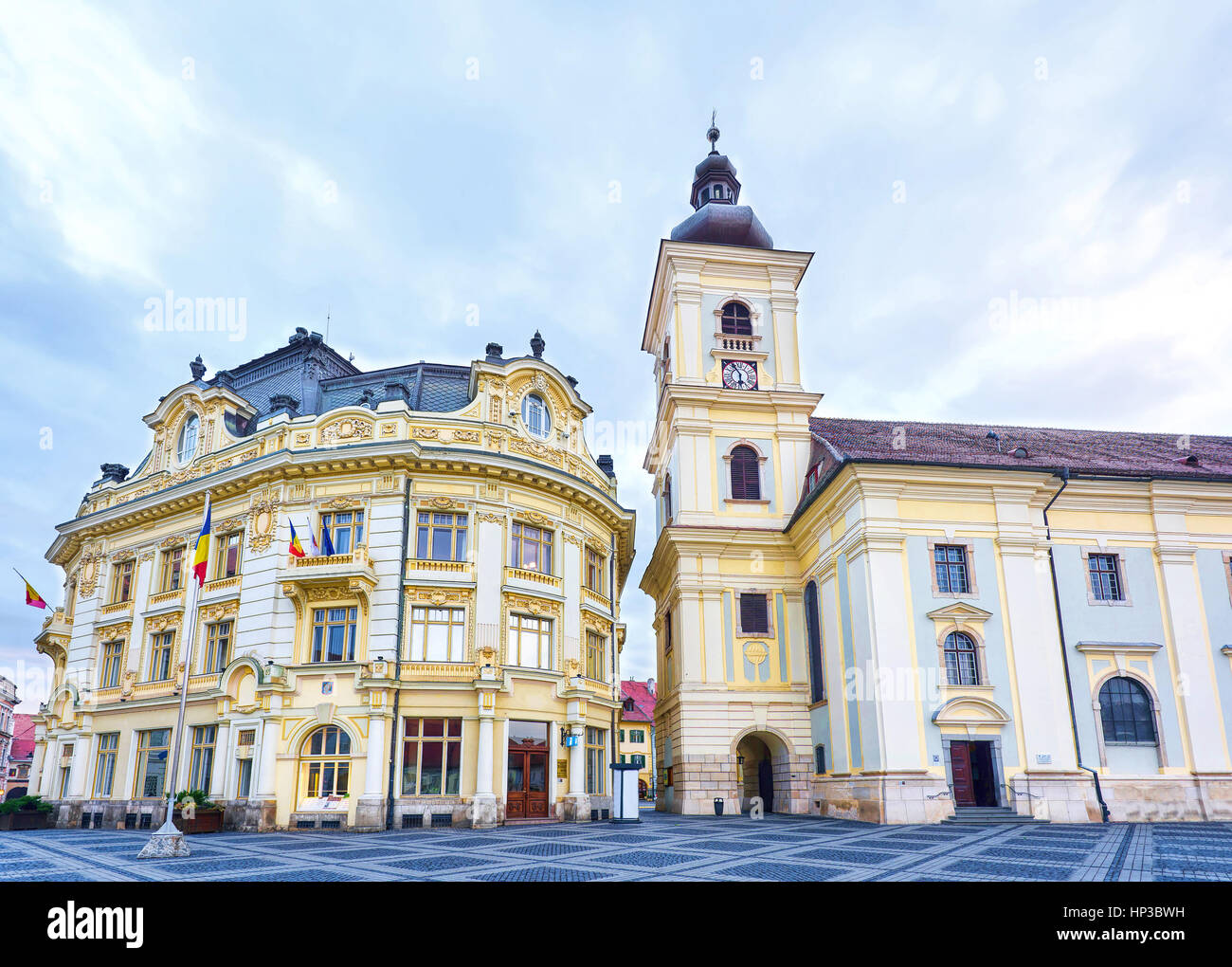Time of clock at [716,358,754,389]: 5:54
